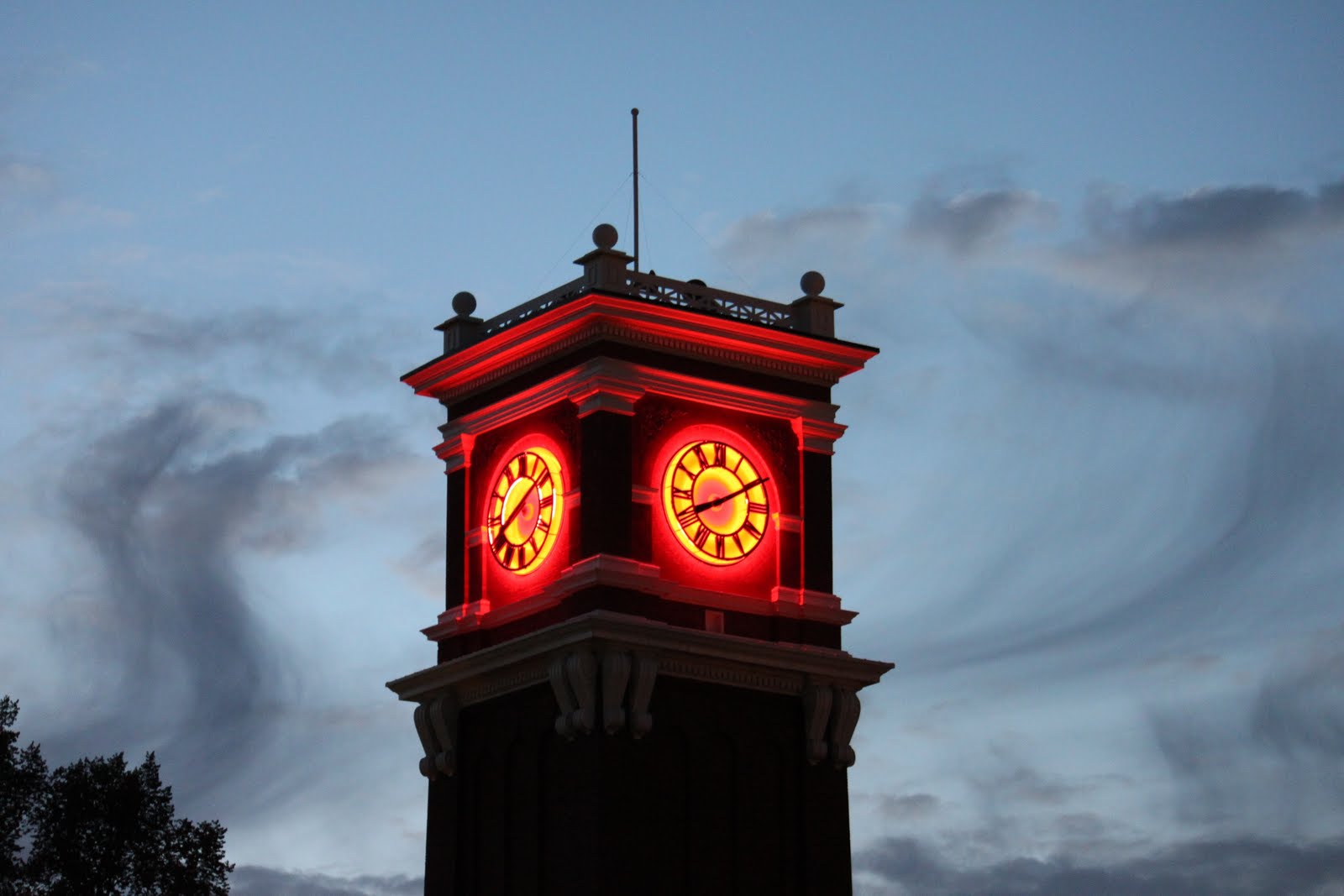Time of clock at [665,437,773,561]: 8:10
